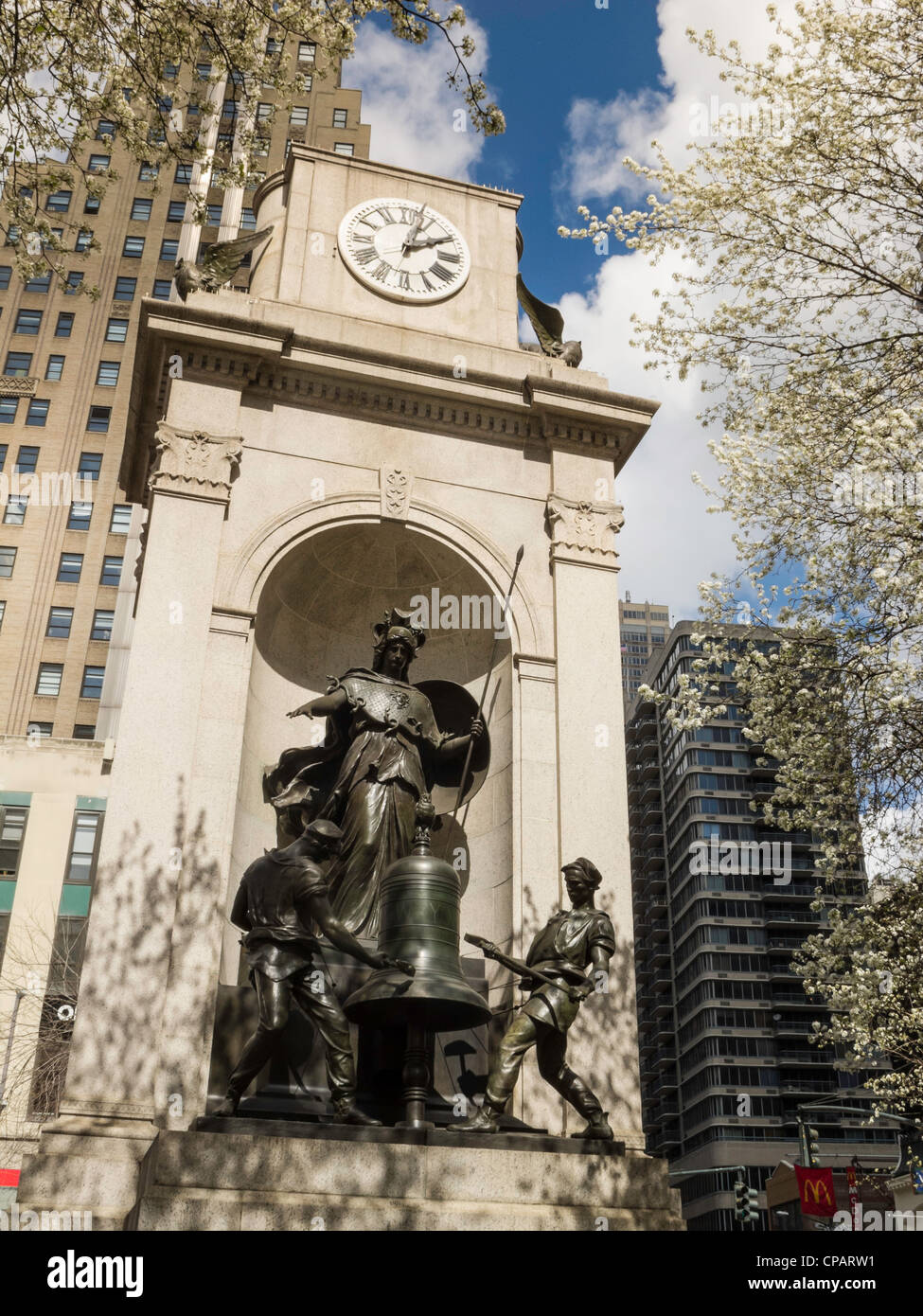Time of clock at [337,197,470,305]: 2:02
